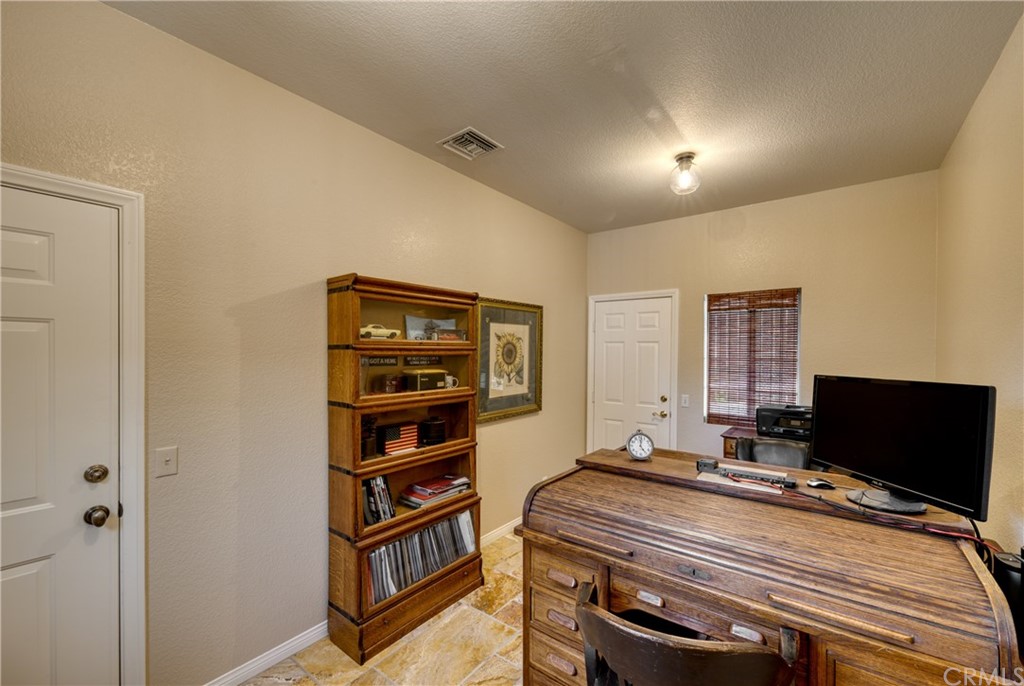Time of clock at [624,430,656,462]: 5:01
